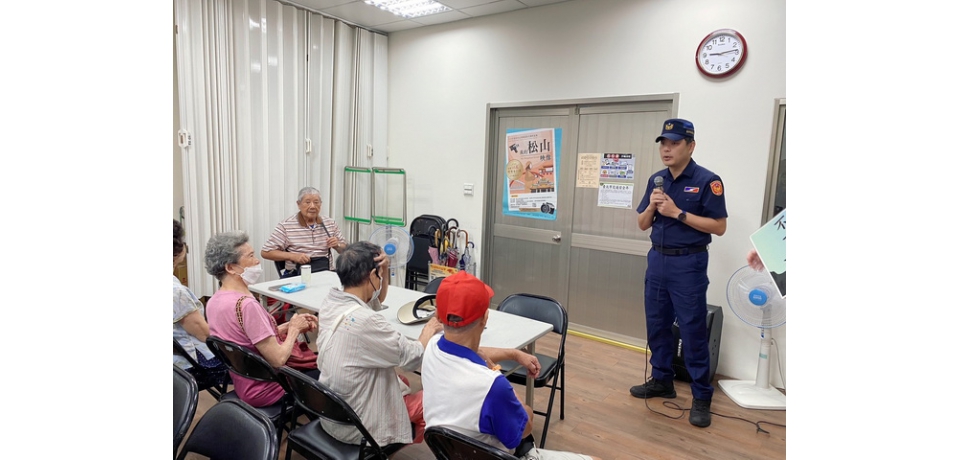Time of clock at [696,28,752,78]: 9:13
